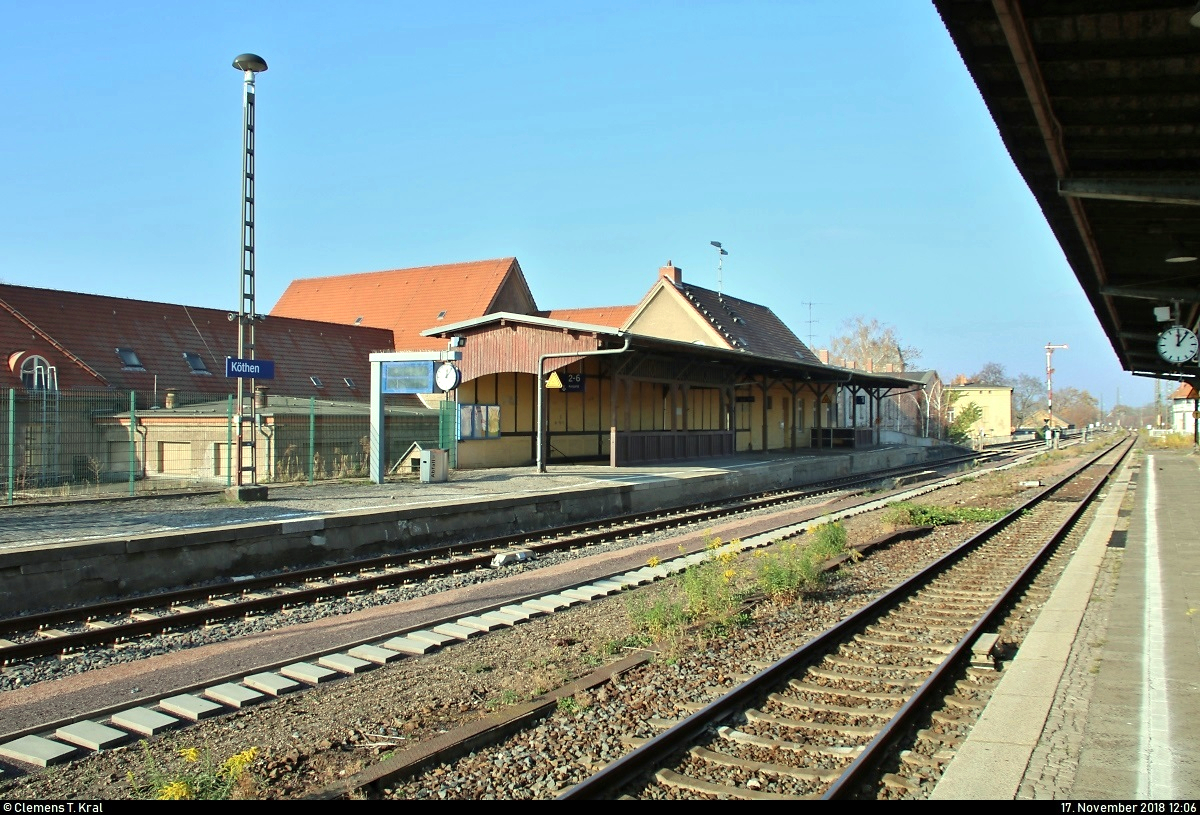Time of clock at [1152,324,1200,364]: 12:06
